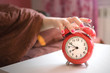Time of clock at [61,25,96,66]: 7:49
